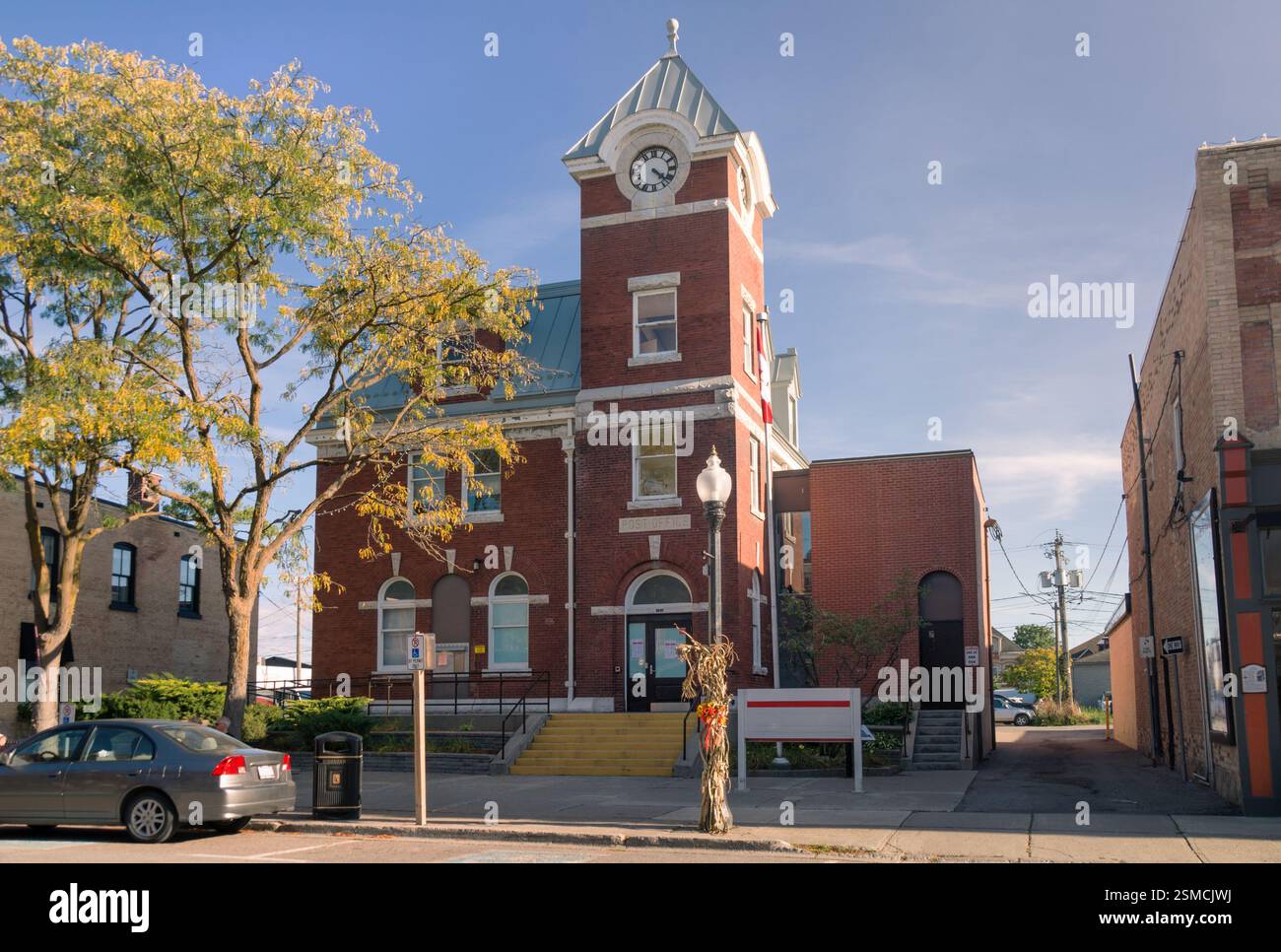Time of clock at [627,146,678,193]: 4:22
